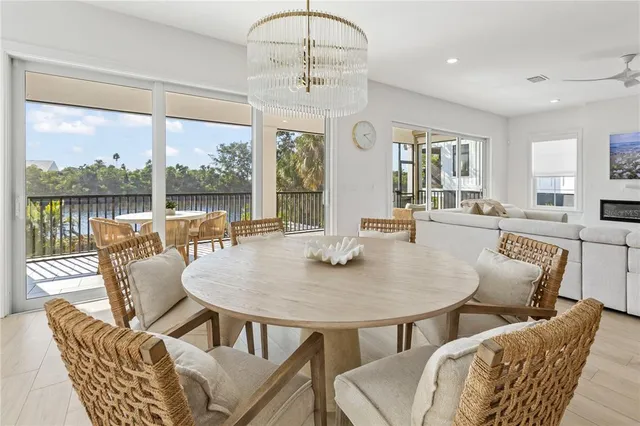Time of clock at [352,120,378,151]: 2:21
